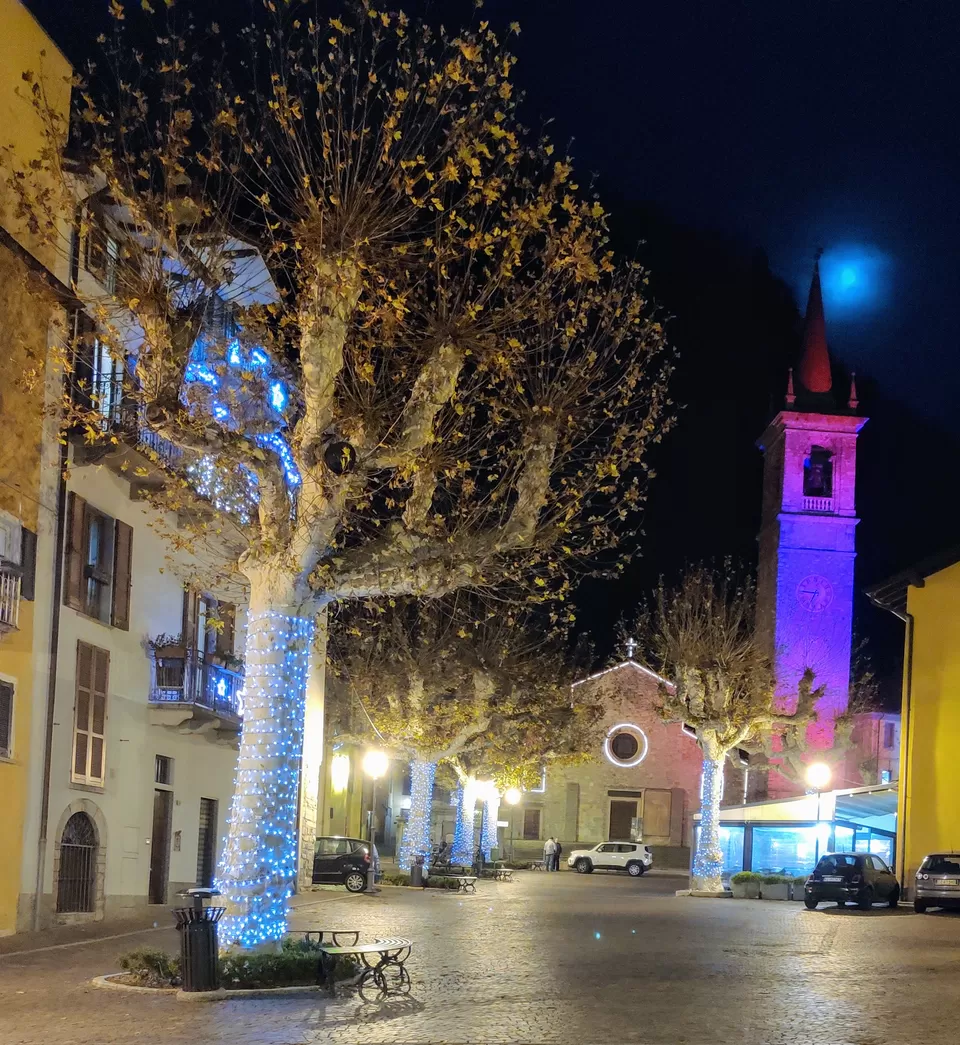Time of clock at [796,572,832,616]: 6:46
